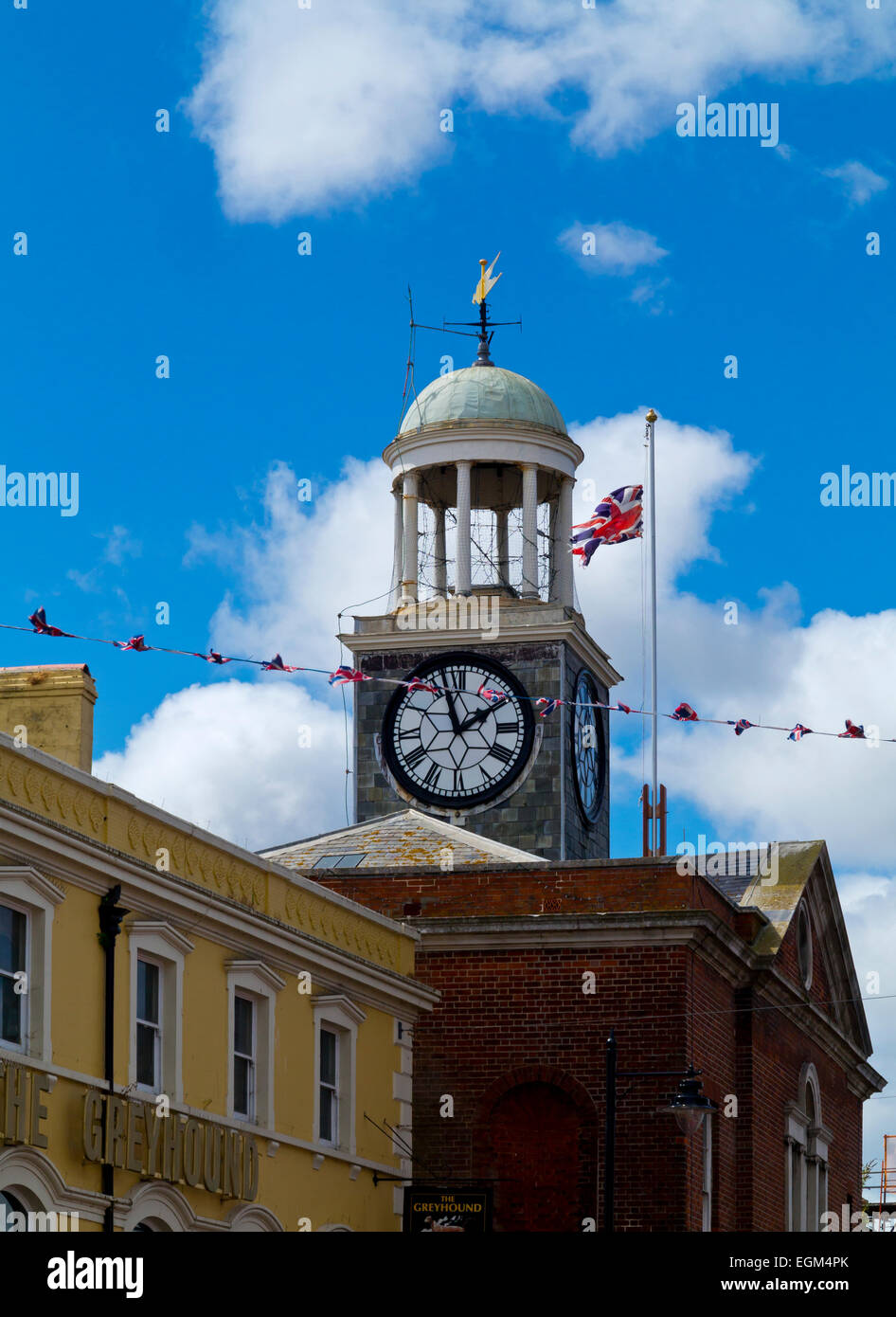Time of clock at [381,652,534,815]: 1:57
